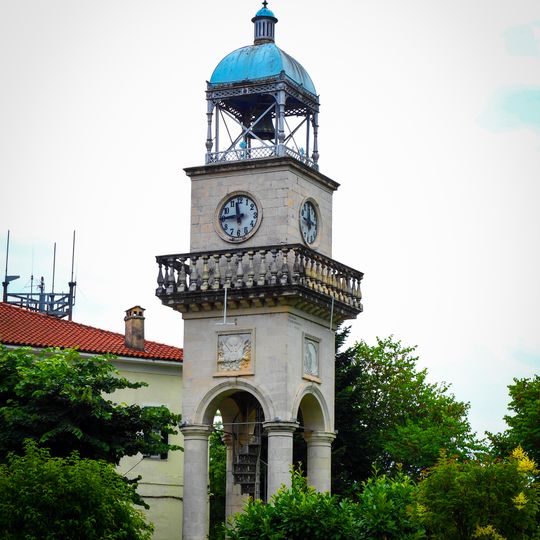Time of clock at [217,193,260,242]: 11:45
